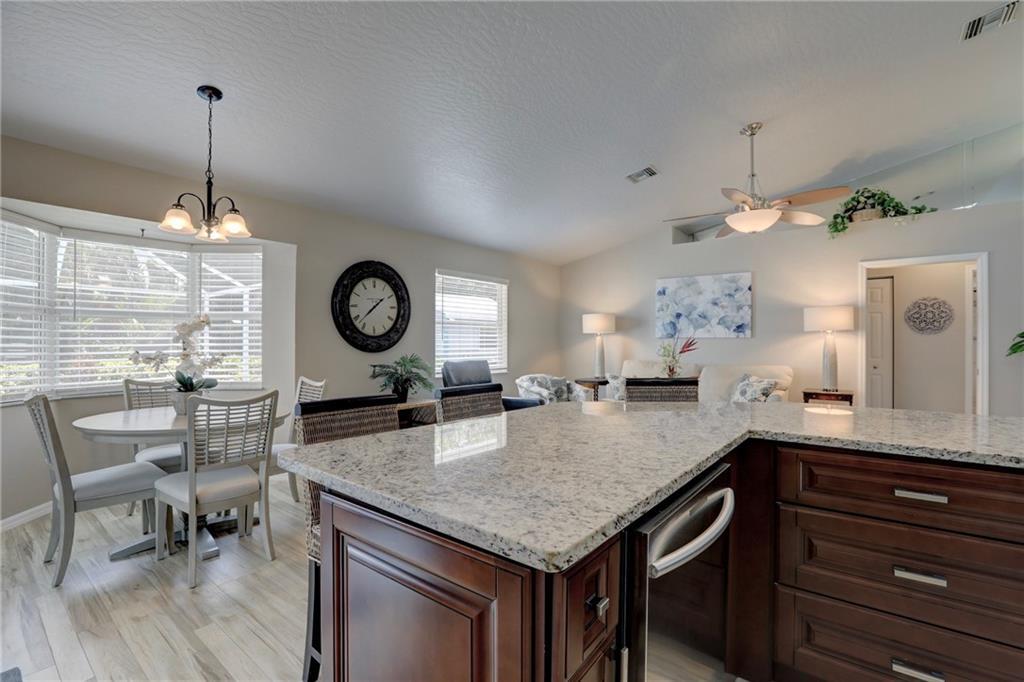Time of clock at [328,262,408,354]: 1:37
